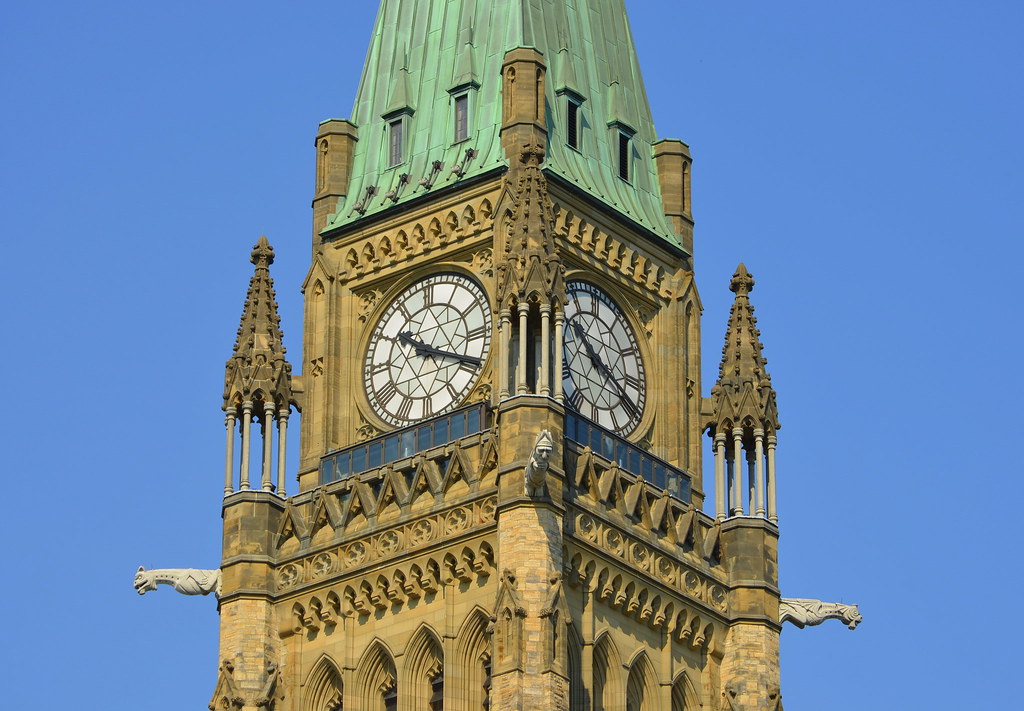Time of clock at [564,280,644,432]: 10:18
